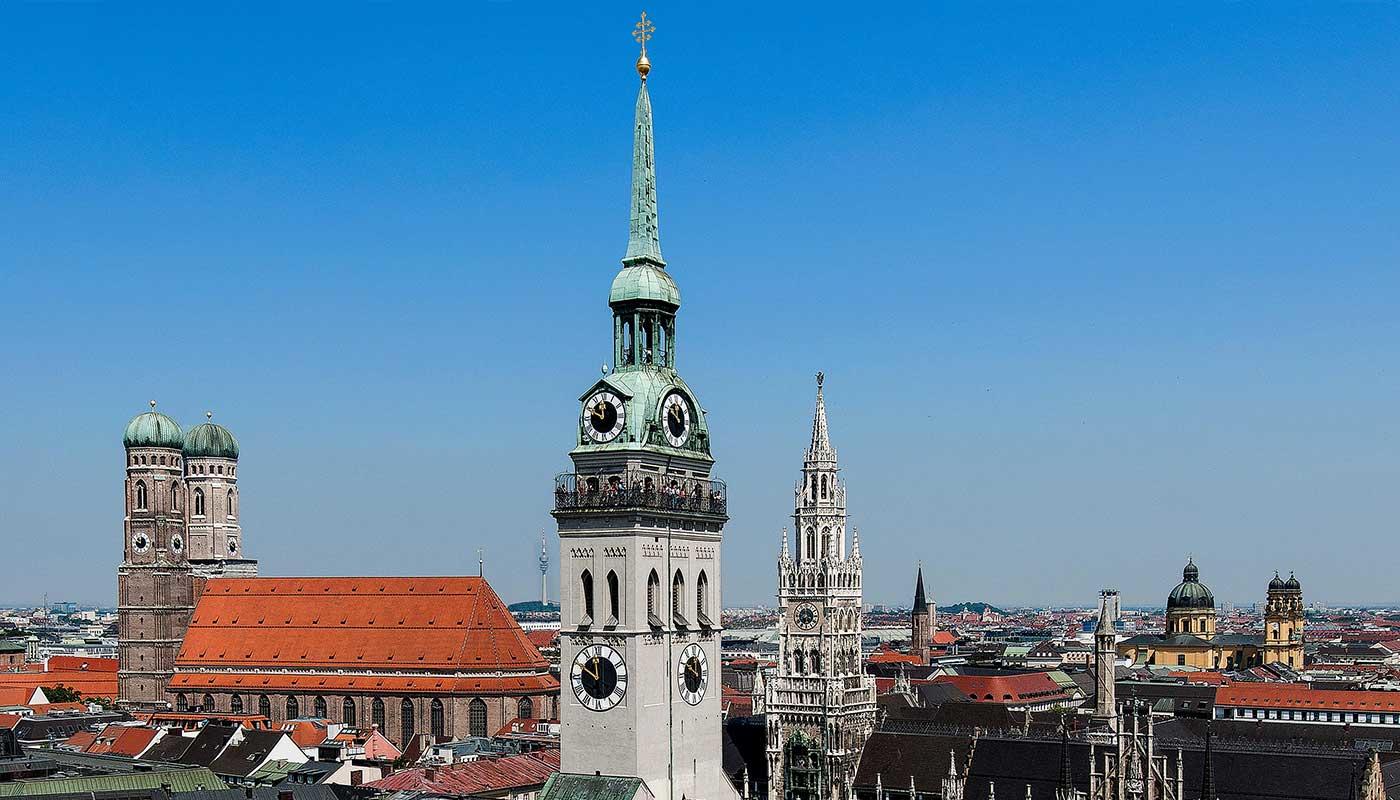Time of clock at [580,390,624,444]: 11:49
